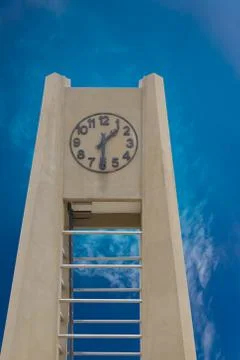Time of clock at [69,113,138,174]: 1:30
